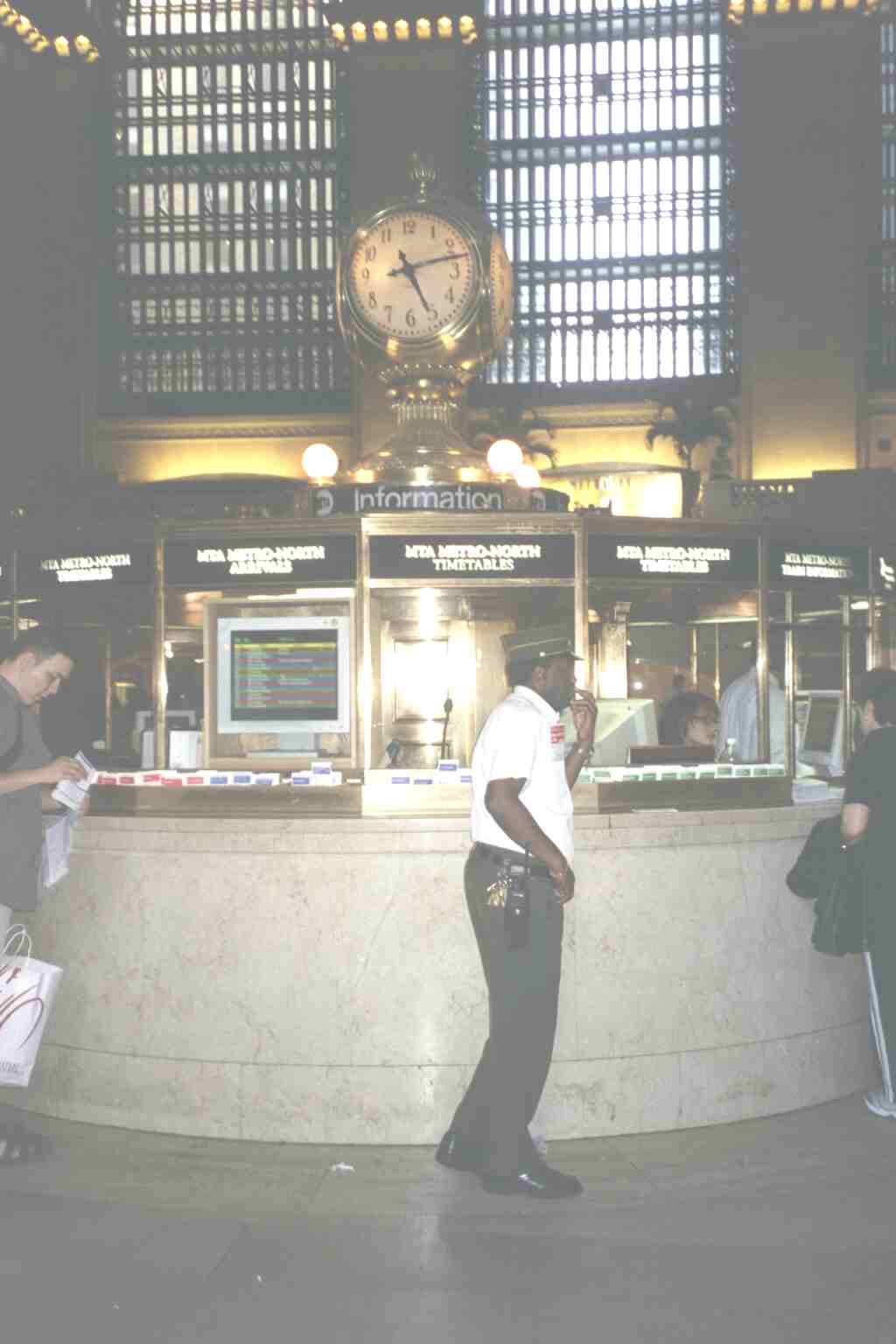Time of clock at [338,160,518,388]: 5:12
